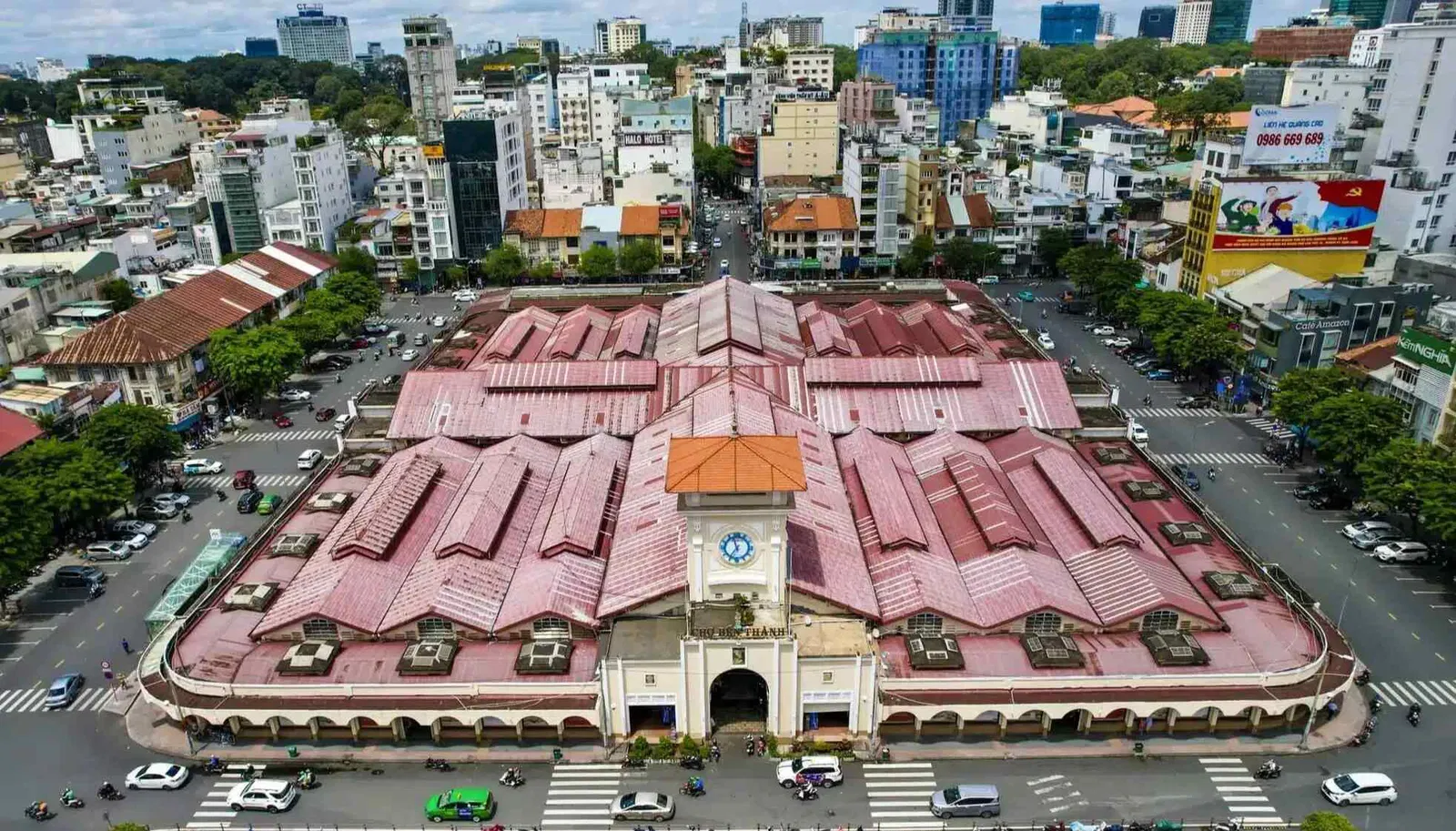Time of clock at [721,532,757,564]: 11:35
